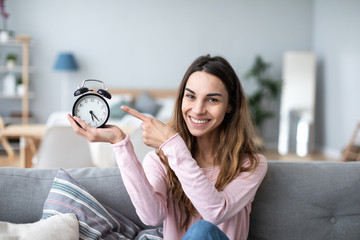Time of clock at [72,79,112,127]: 5:22
